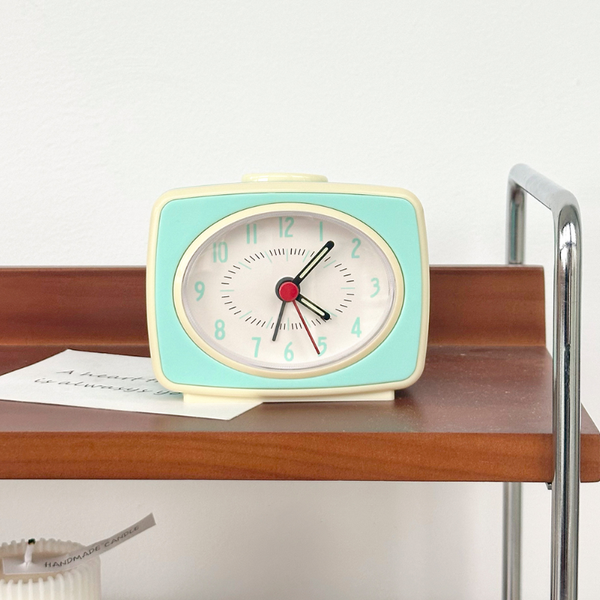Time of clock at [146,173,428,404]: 4:07
